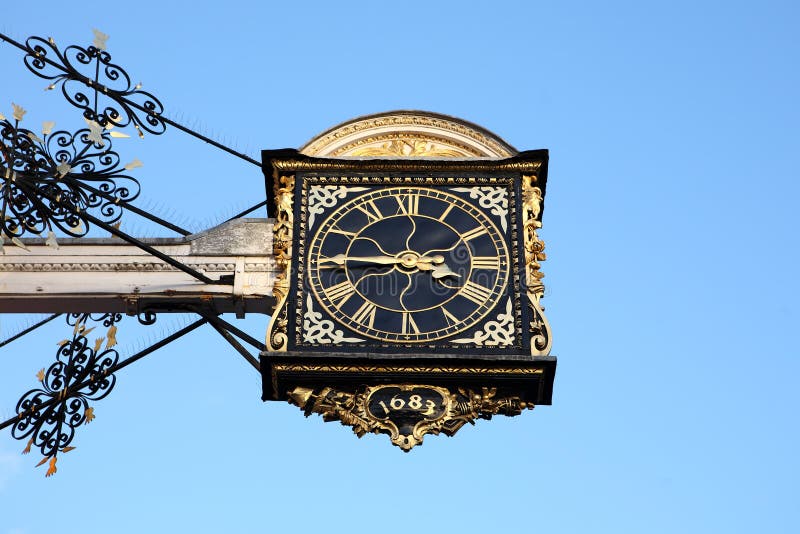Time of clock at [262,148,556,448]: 3:45
